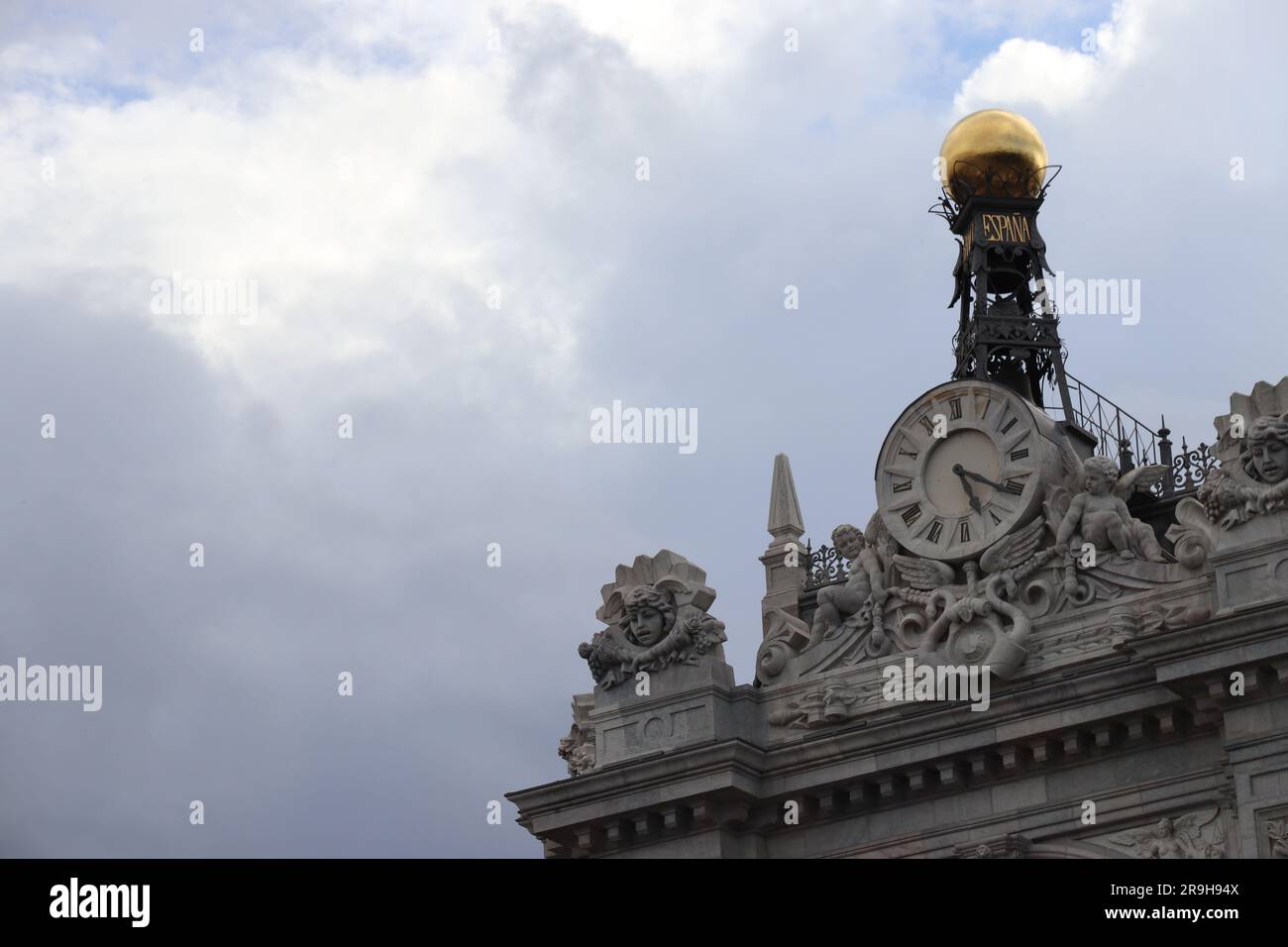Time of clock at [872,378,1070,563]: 5:20
